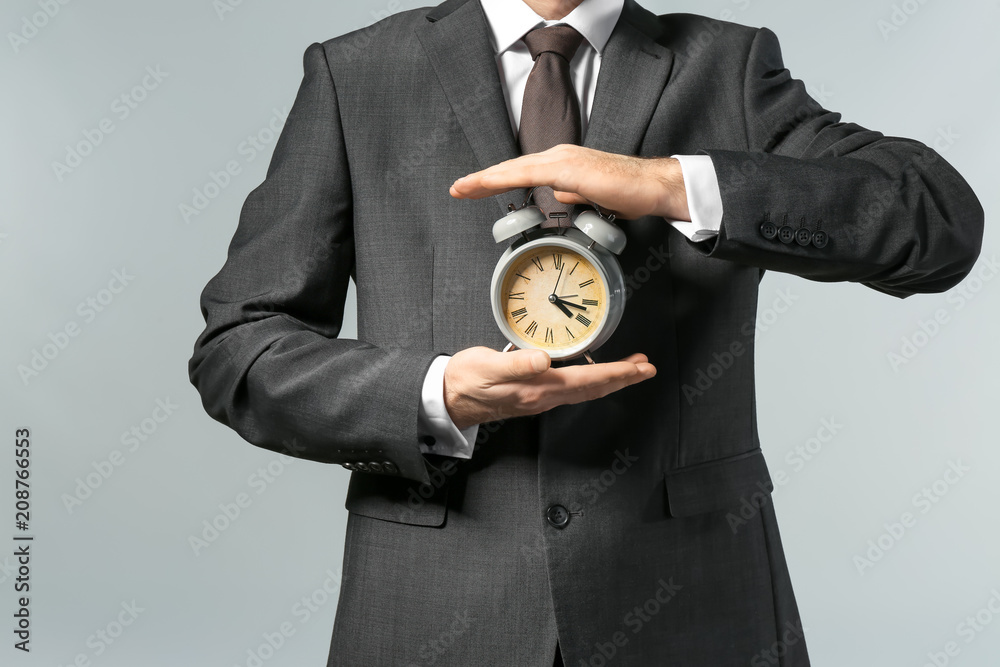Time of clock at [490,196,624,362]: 4:17
